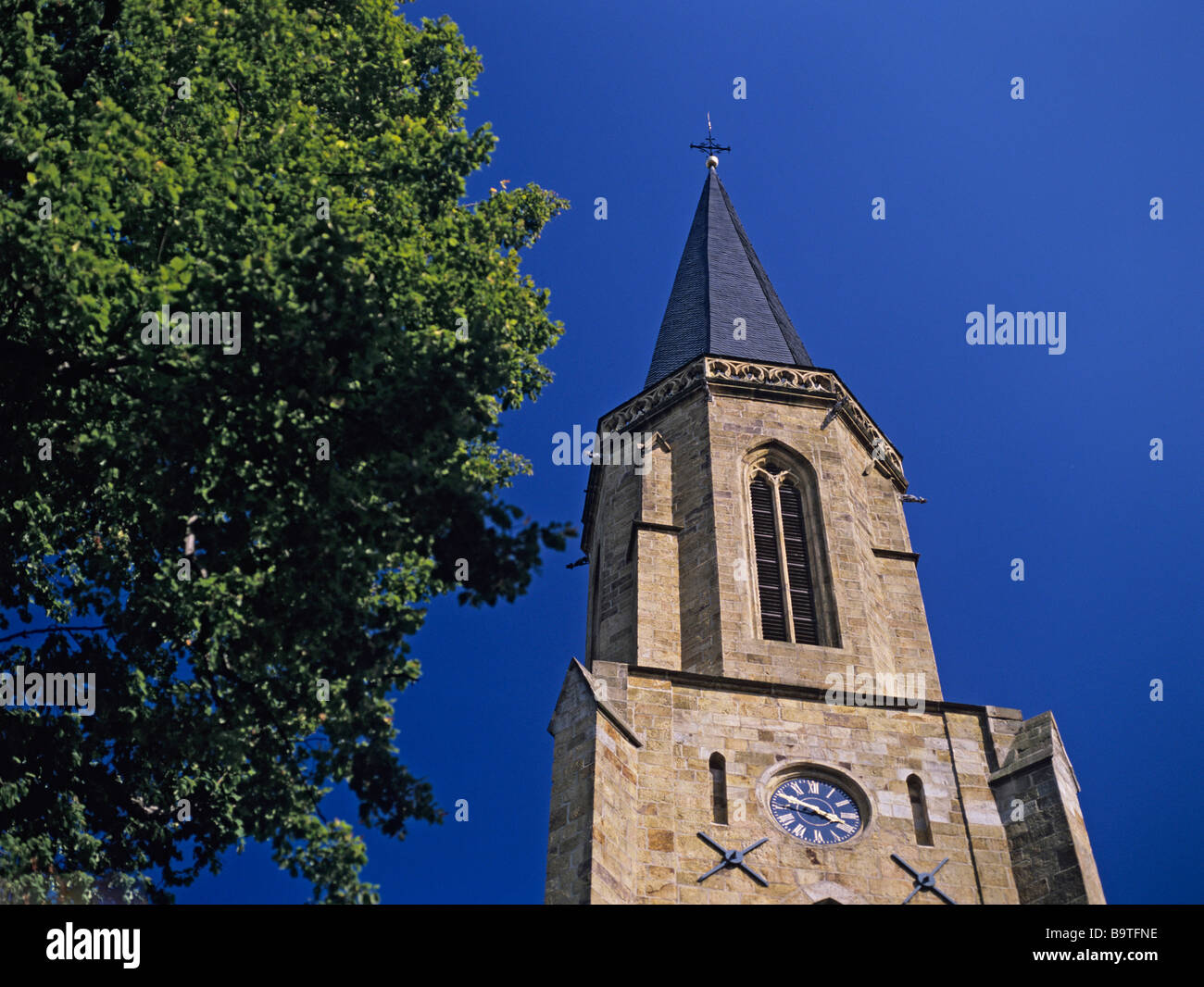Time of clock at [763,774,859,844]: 3:48
